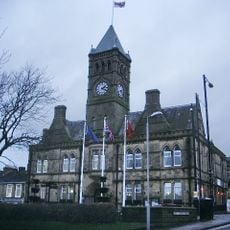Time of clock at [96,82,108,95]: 2:18
